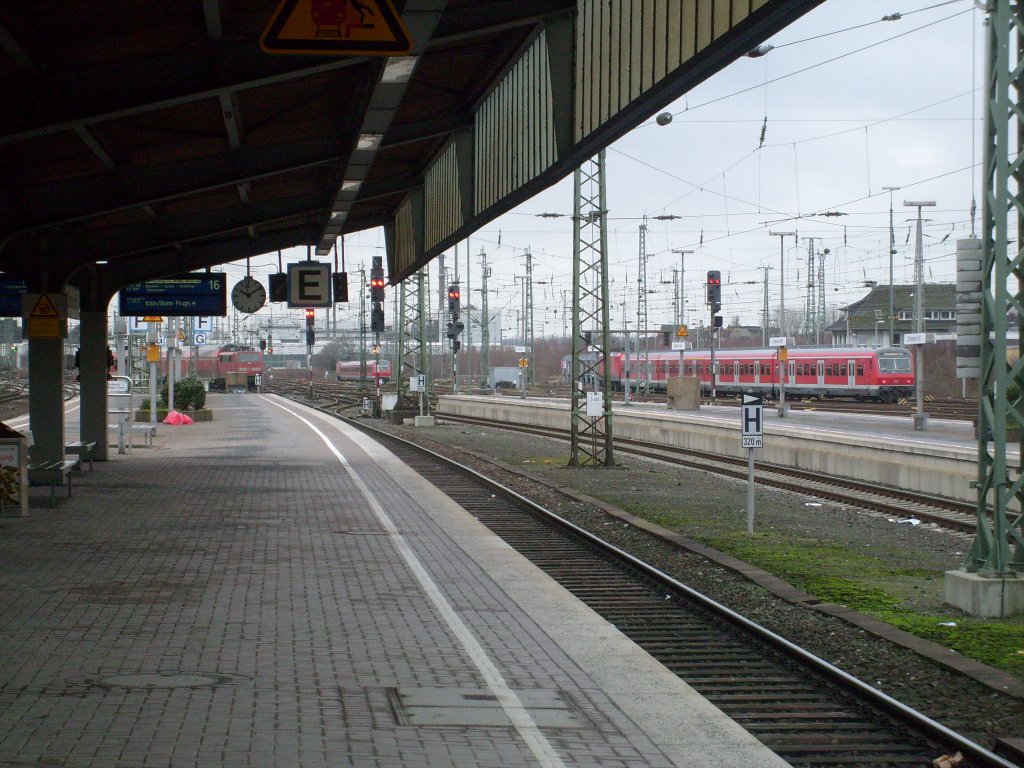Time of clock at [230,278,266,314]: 10:08
